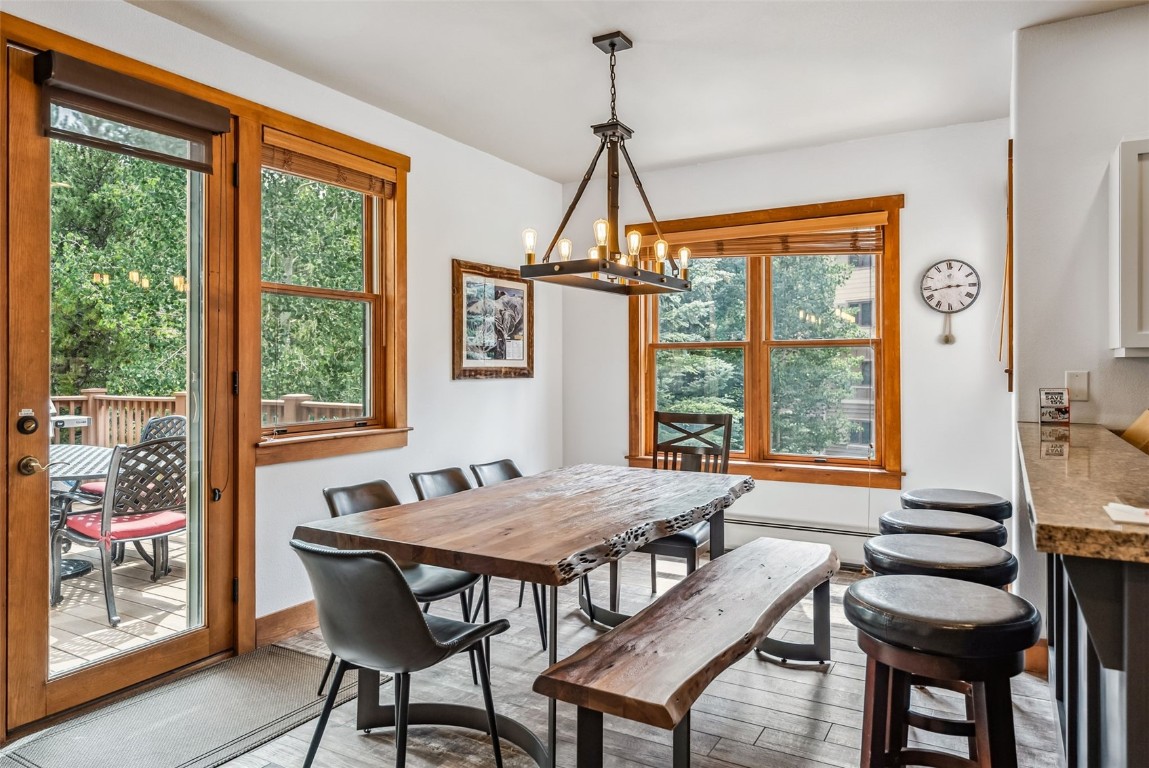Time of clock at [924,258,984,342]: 2:42
